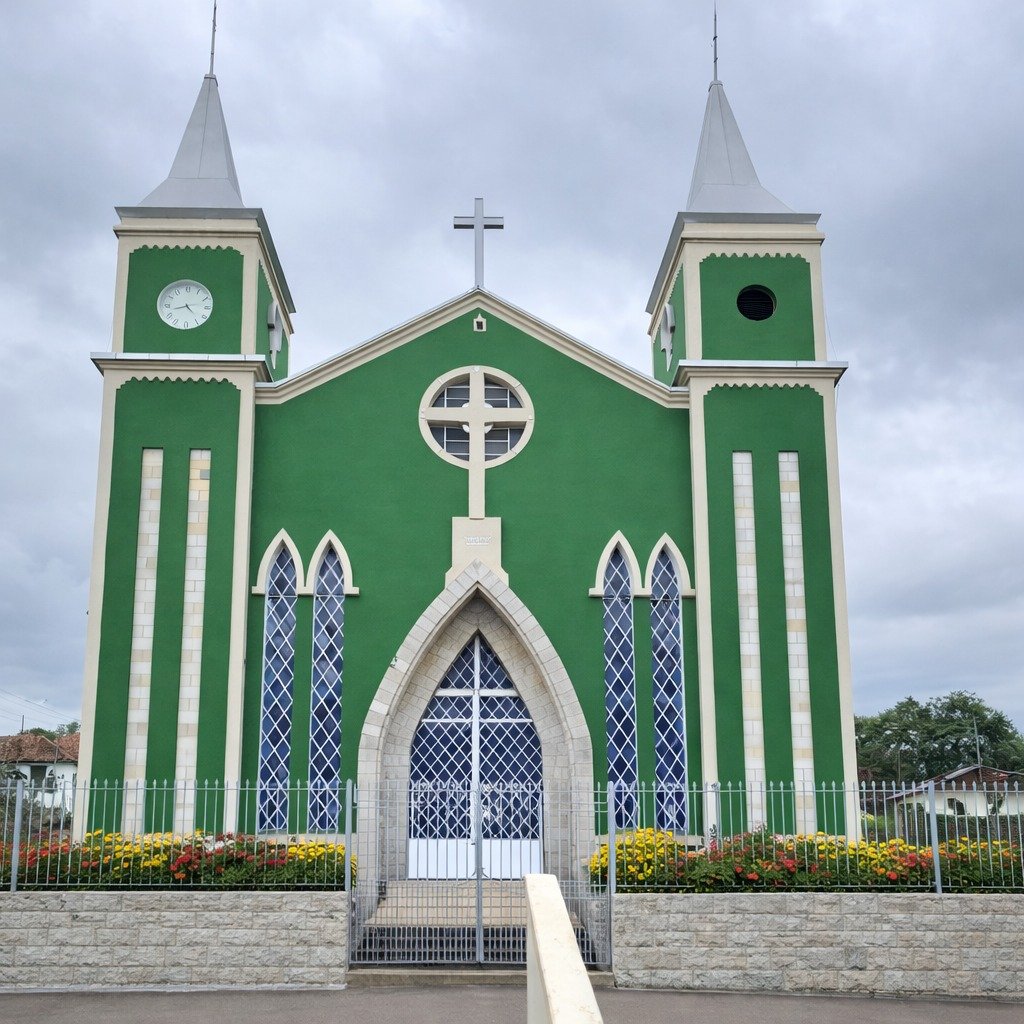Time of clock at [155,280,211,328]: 4:42
